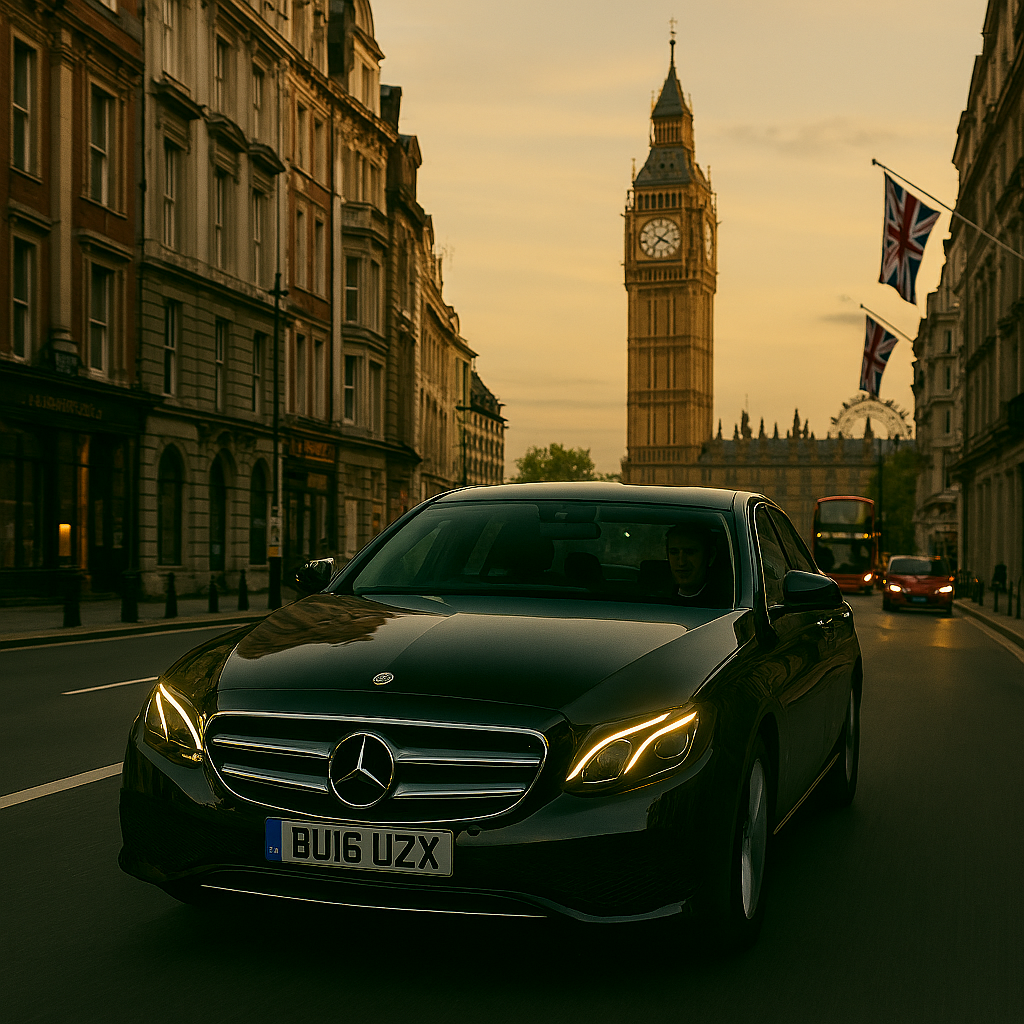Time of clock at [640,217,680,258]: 3:38
